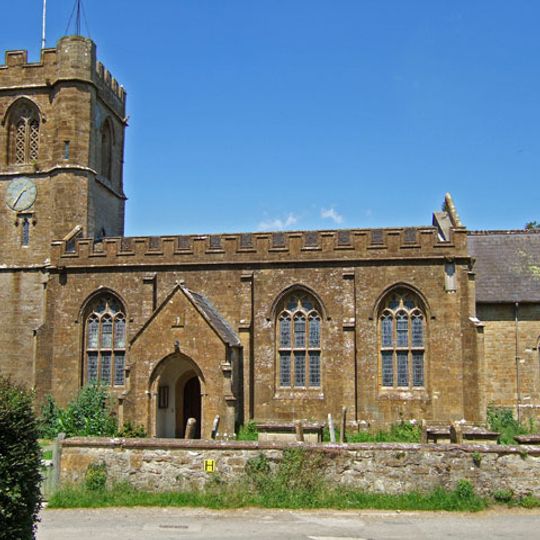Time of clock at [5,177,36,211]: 1:35
